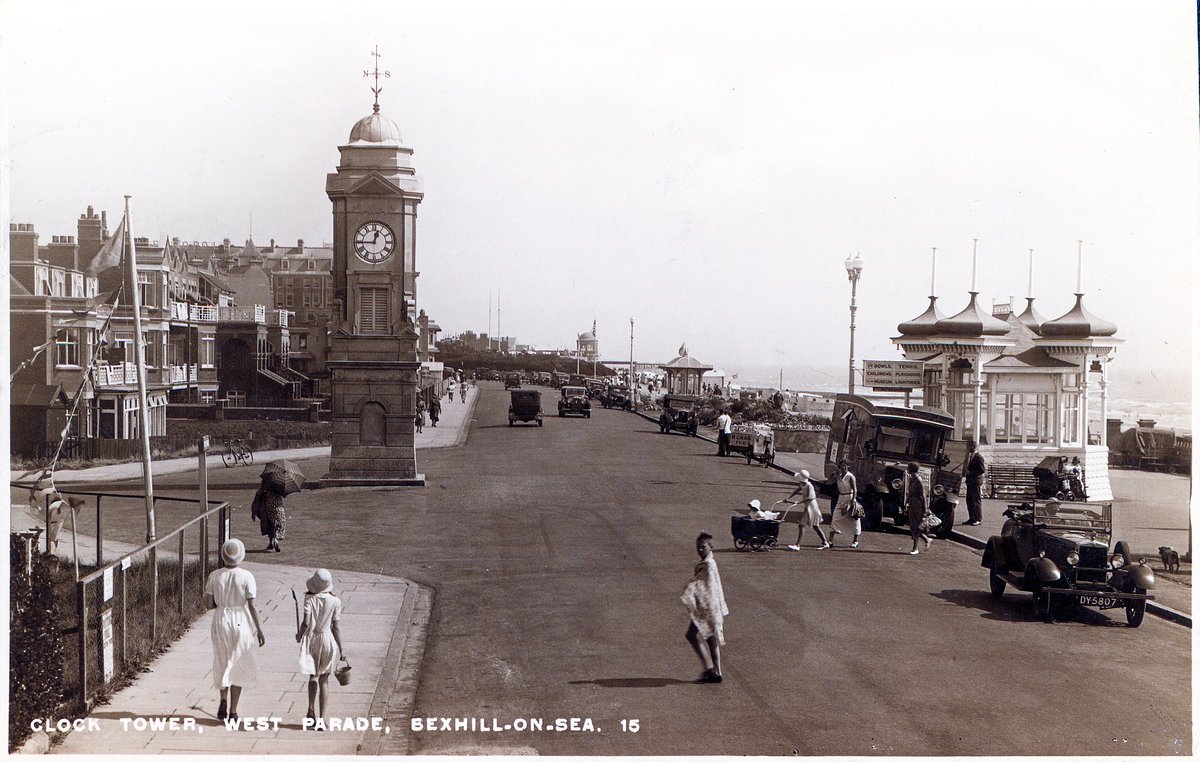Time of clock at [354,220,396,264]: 12:44
